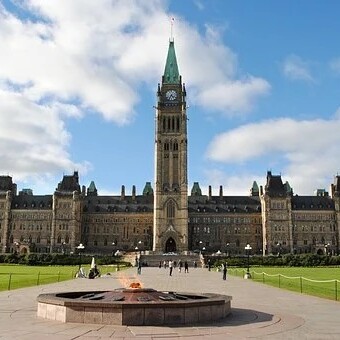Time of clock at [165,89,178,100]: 4:35
